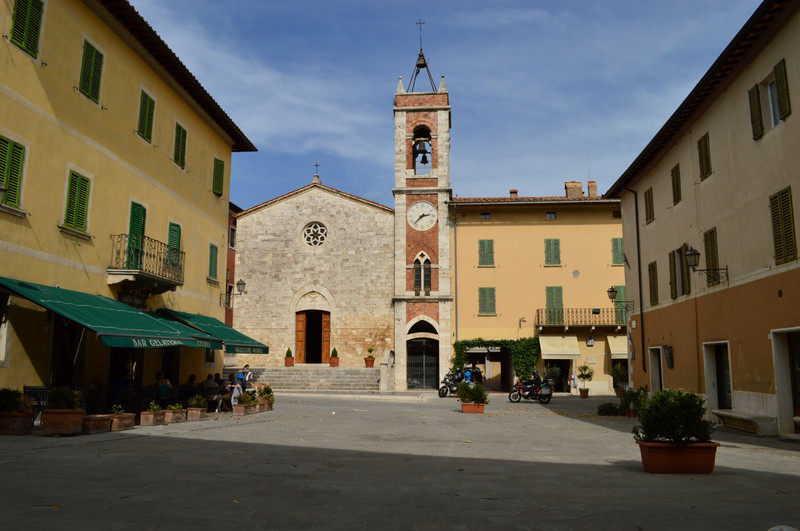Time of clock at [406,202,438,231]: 2:37
